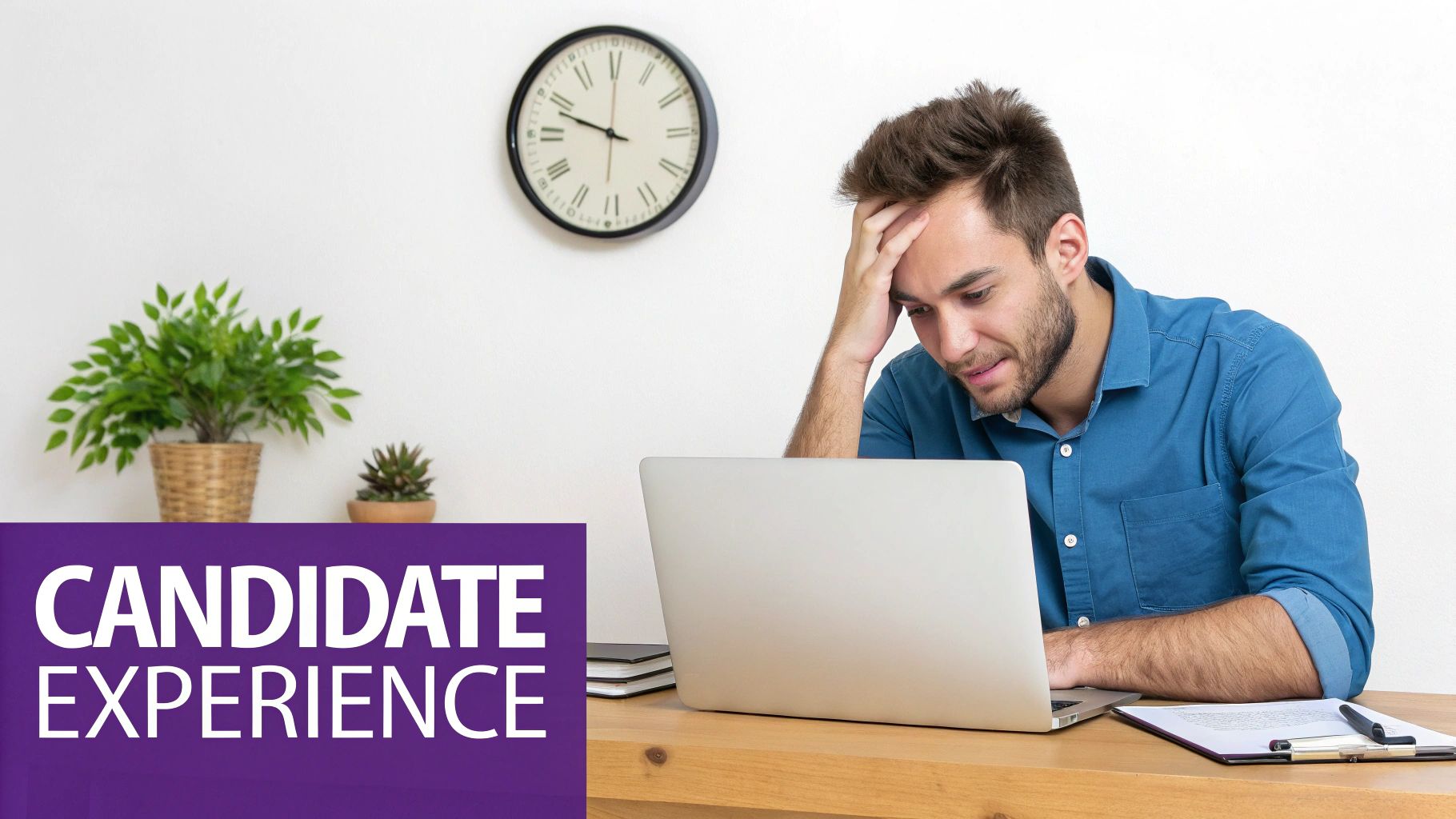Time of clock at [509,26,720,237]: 9:48
